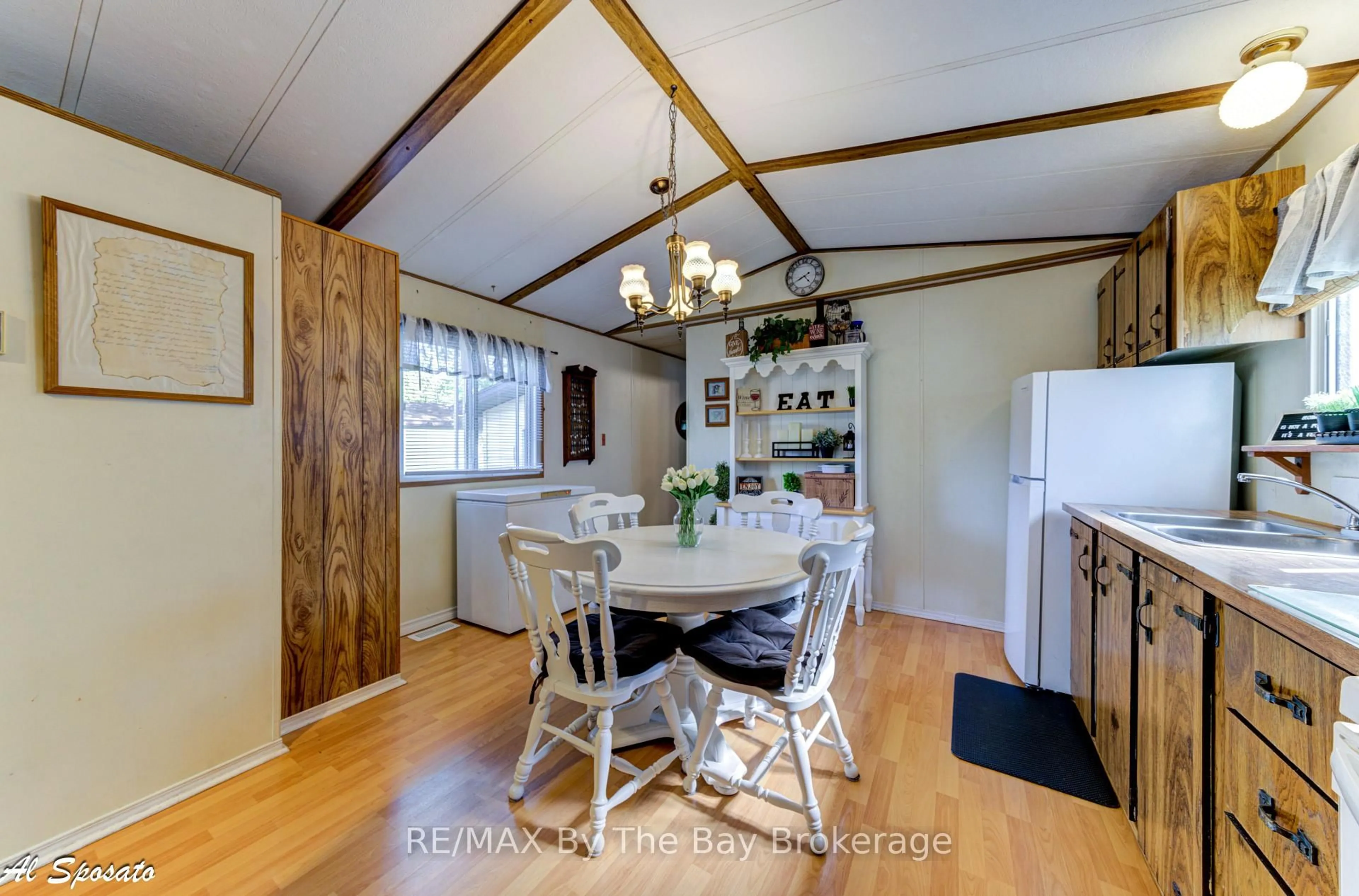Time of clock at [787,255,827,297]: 4:40
